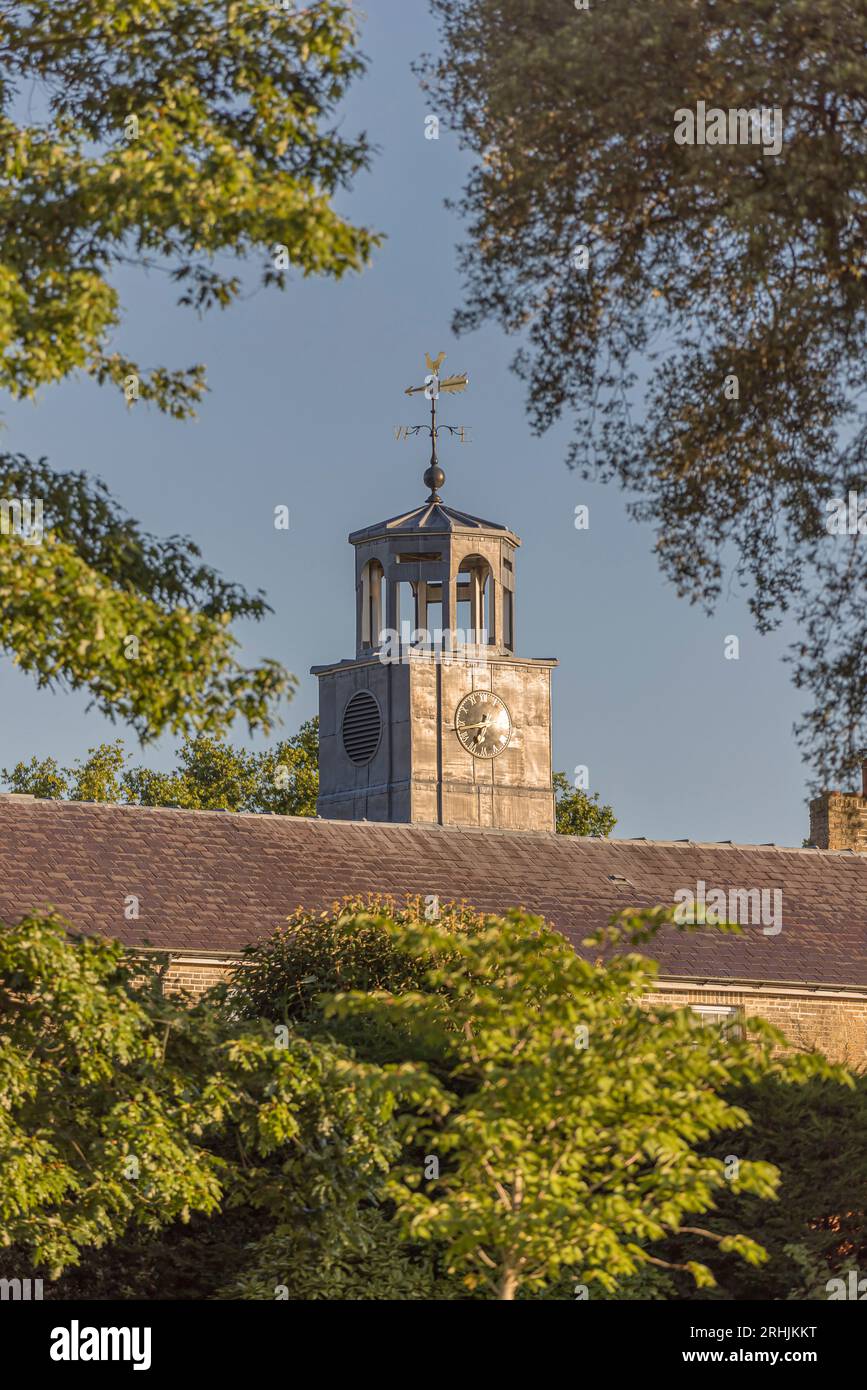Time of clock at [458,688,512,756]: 6:43
